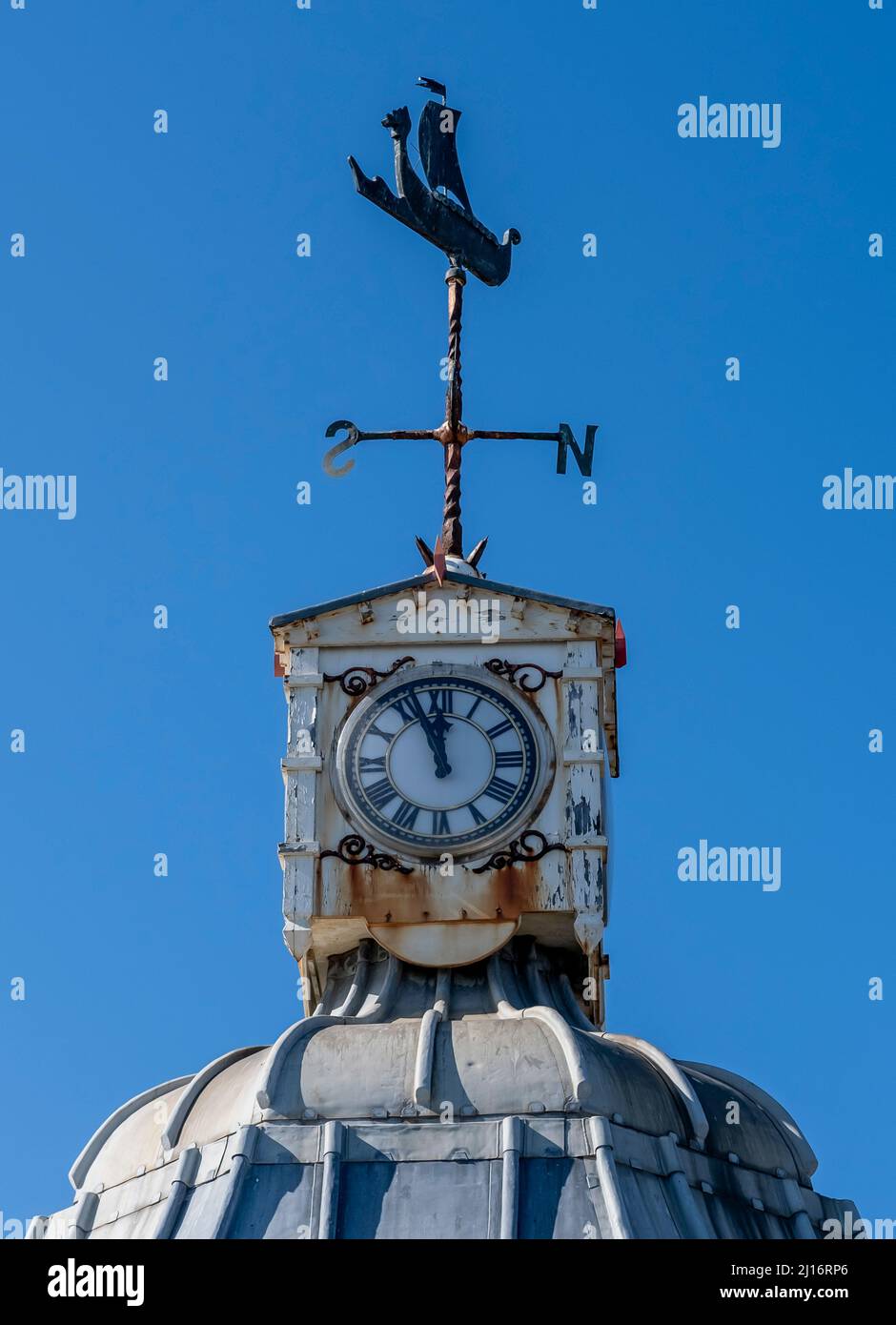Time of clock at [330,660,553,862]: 11:56
